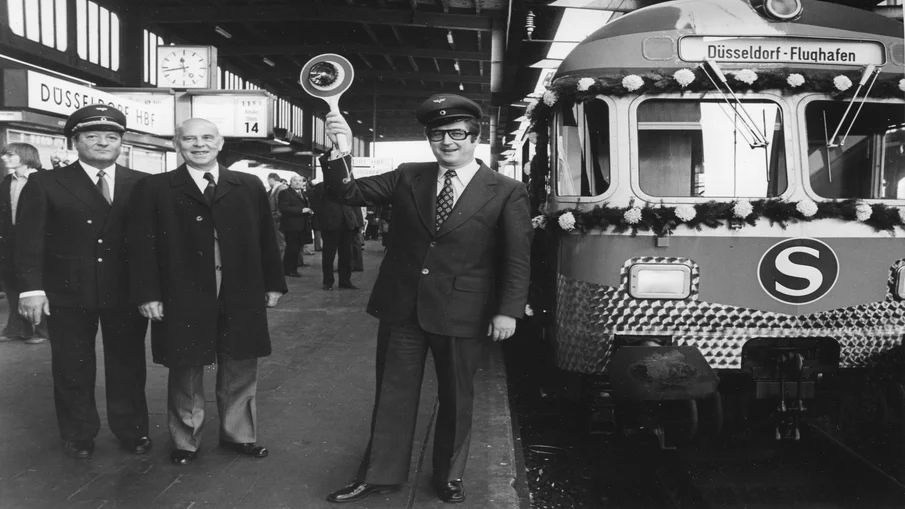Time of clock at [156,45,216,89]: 11:42
